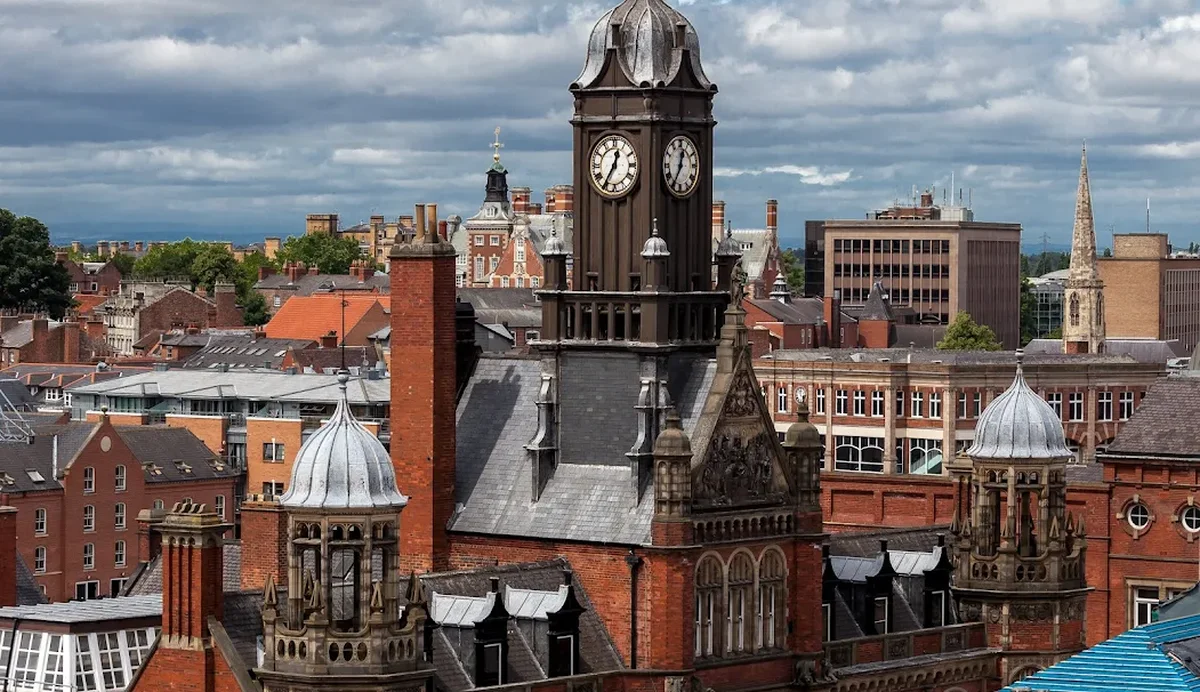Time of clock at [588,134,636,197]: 12:35
